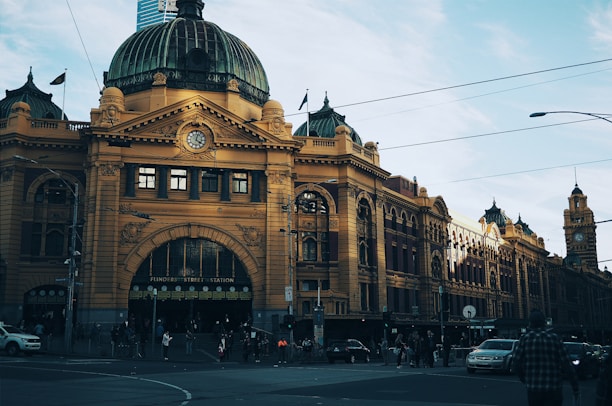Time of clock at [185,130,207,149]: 4:02
